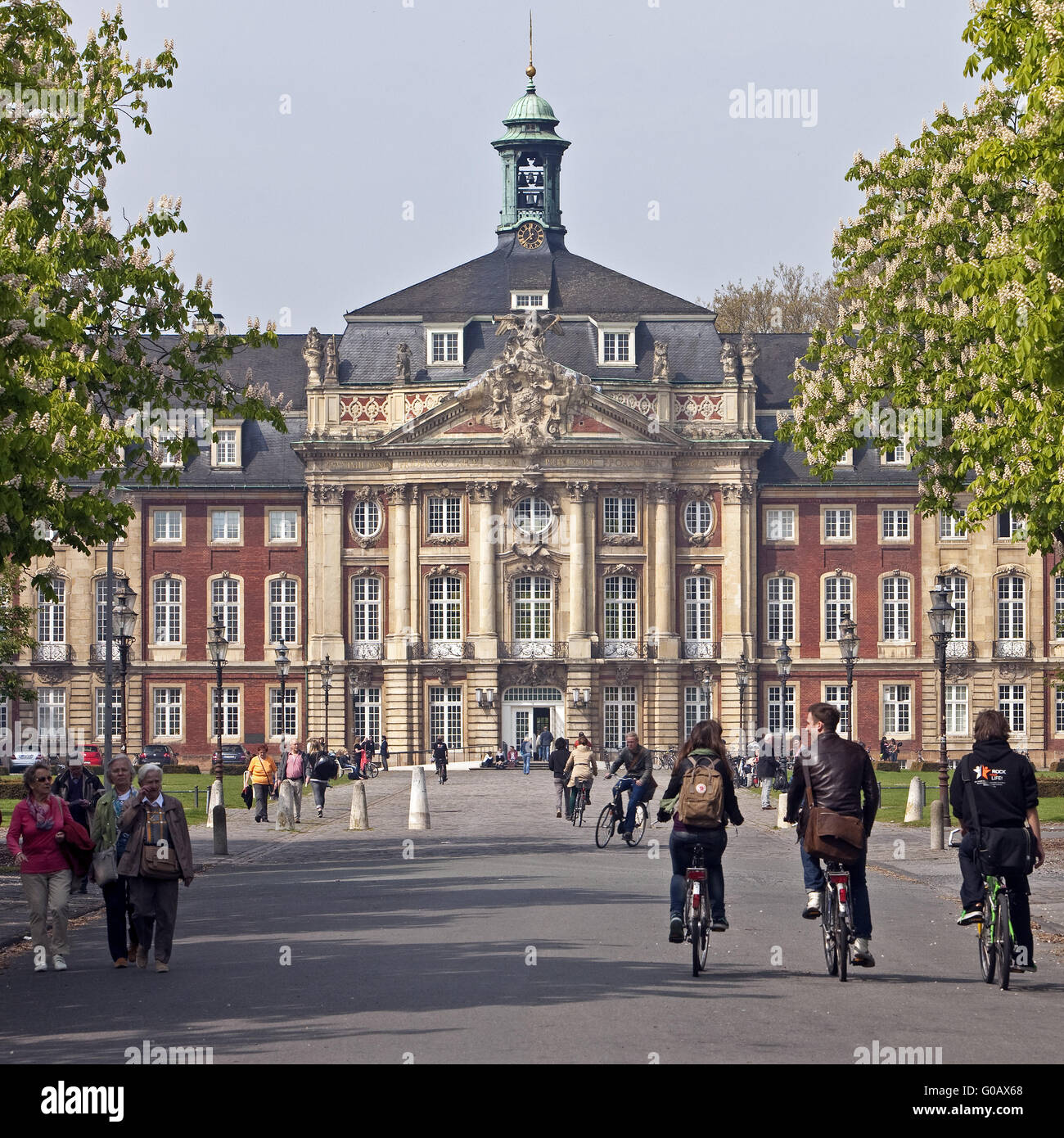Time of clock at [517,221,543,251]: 11:37
